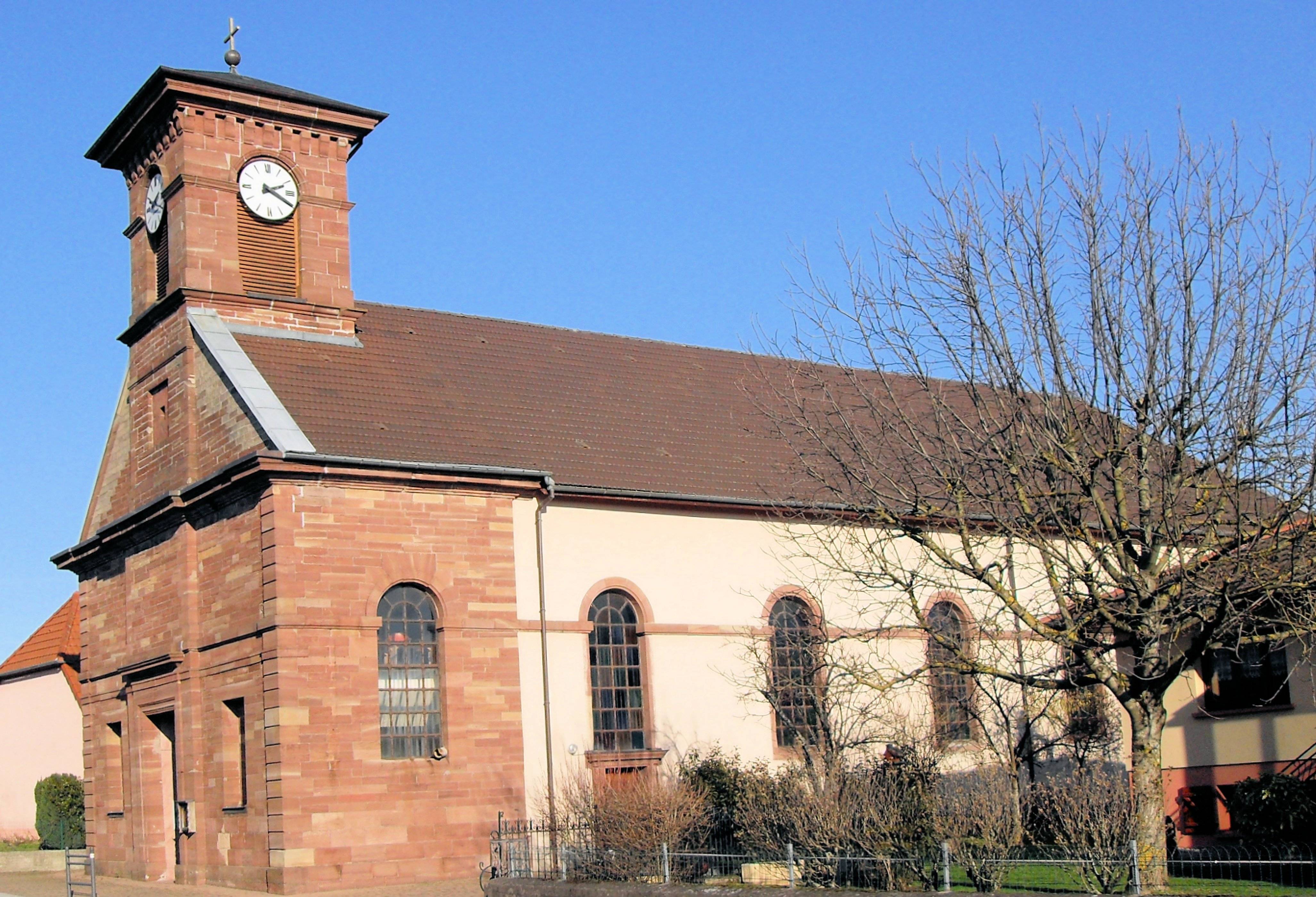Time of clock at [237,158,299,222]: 2:19
